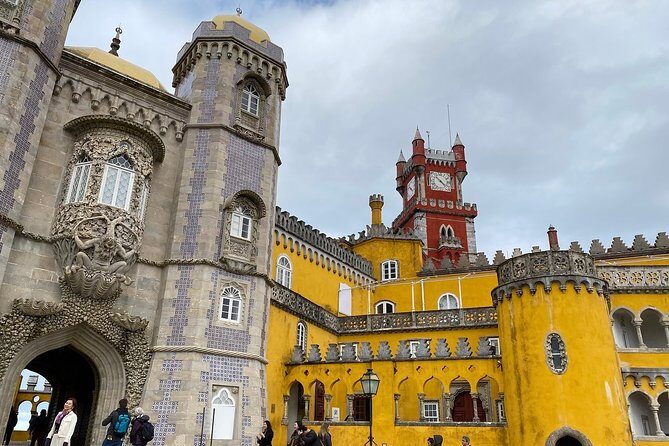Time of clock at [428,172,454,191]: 4:22
